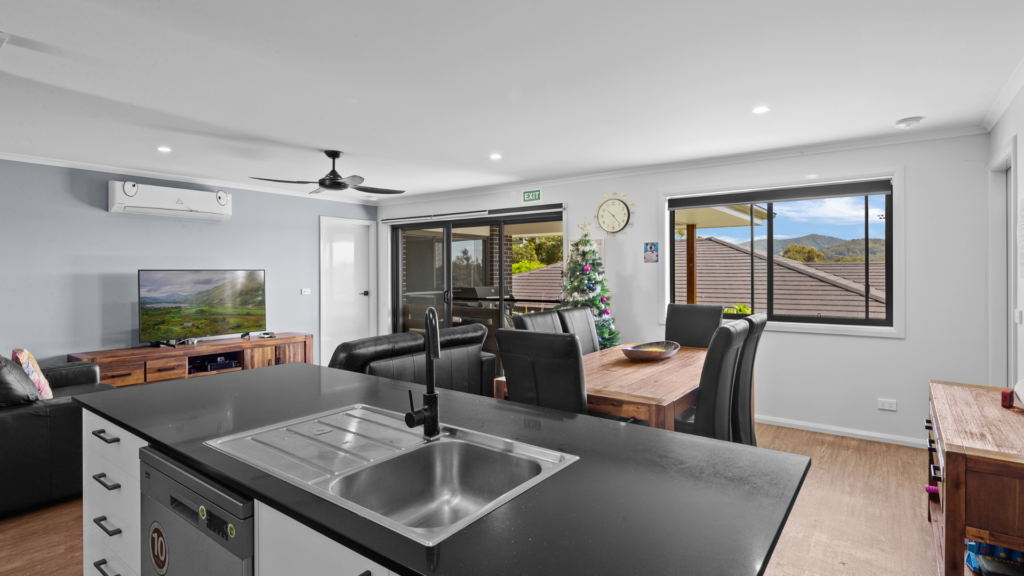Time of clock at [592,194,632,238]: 10:23
